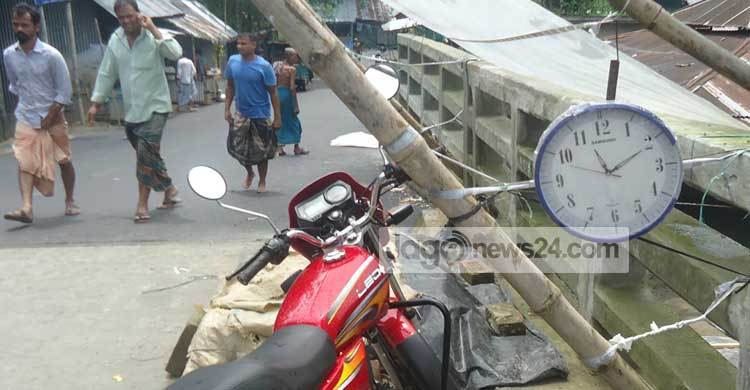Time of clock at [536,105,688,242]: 11:10
